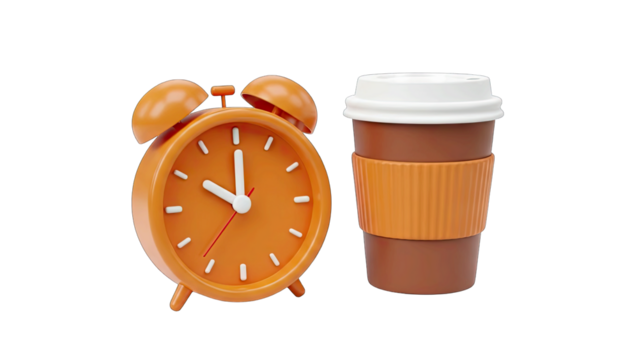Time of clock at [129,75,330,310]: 10:00
